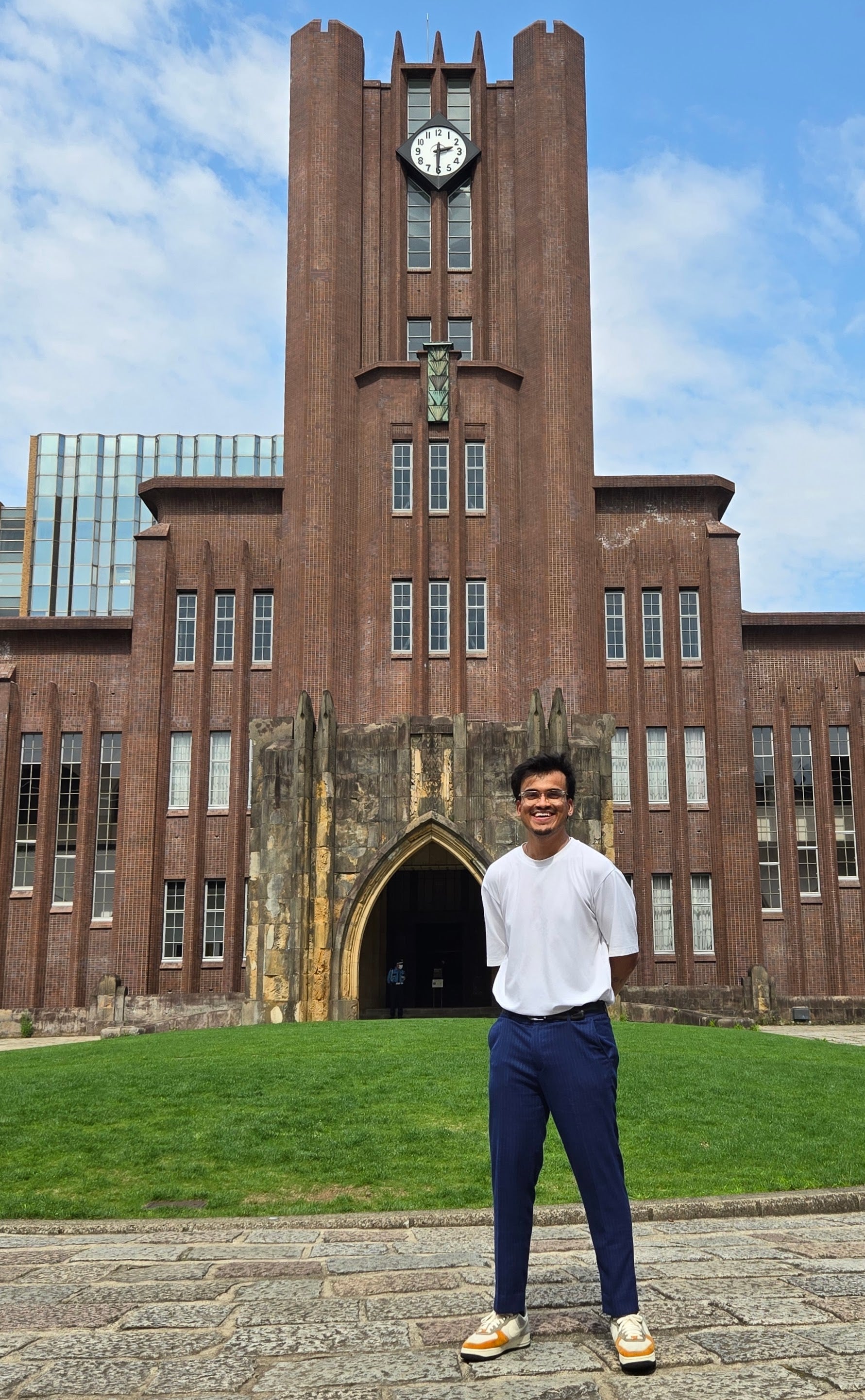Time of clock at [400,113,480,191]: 2:30
